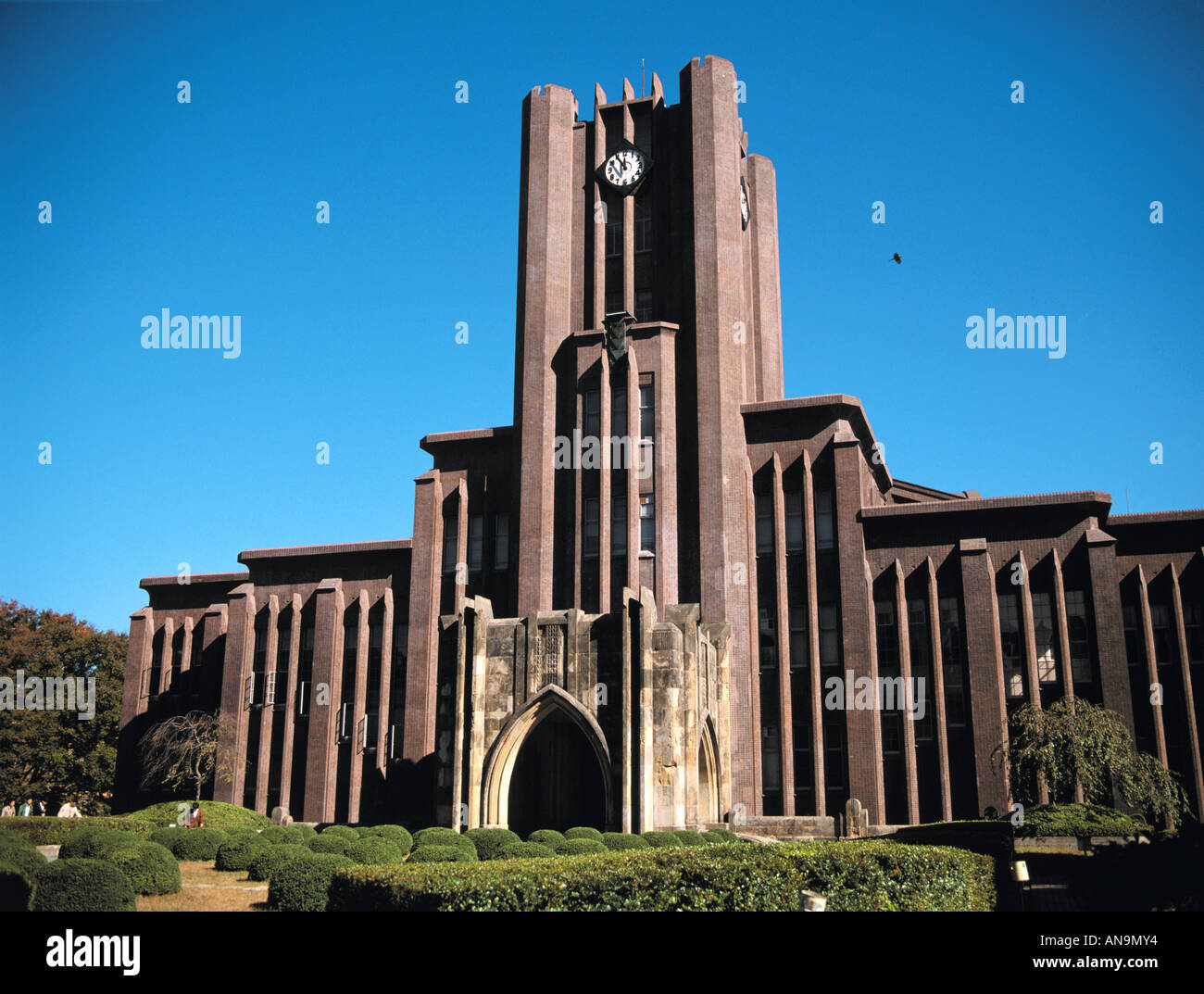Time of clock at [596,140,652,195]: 11:54
